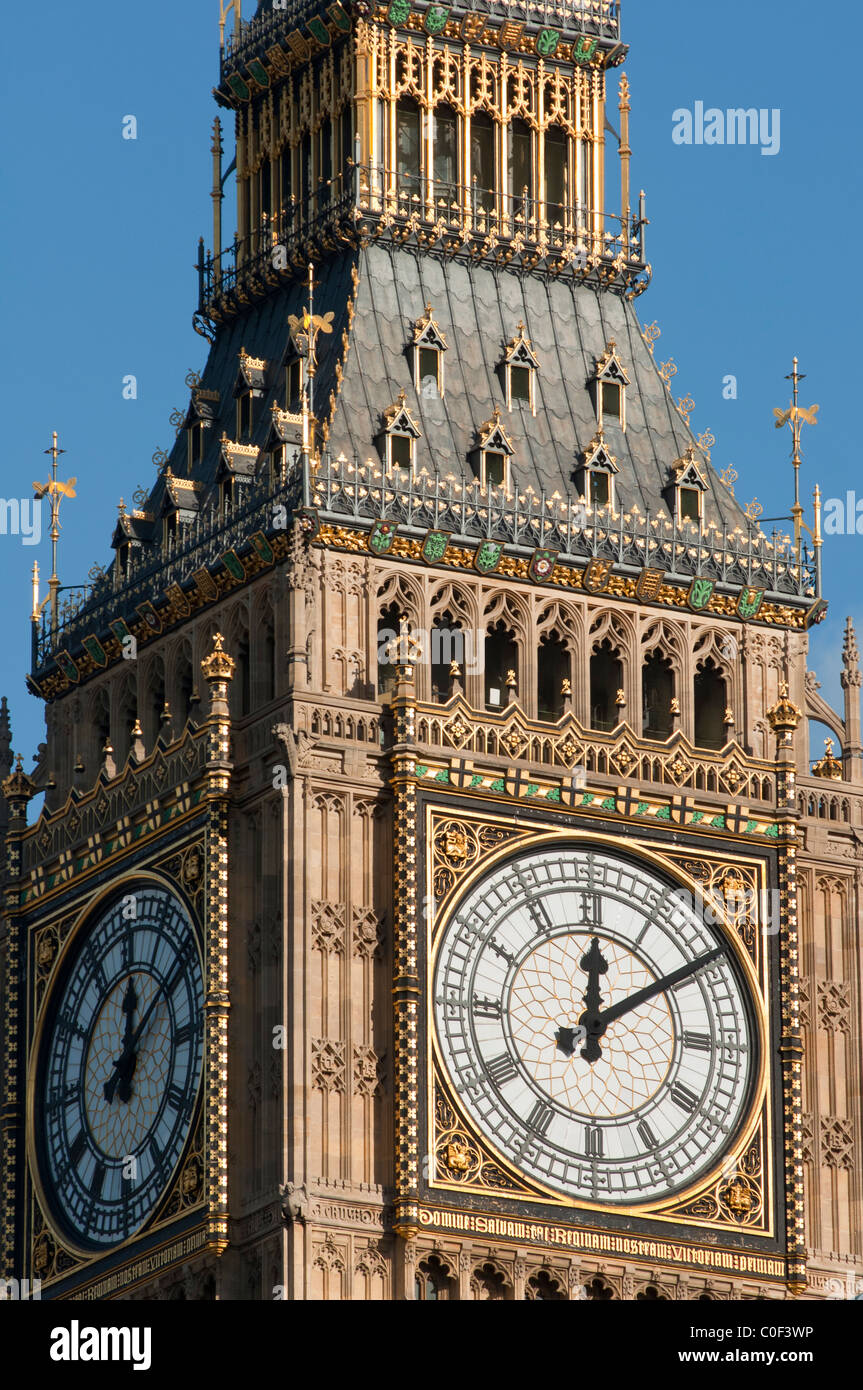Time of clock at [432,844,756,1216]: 12:09
